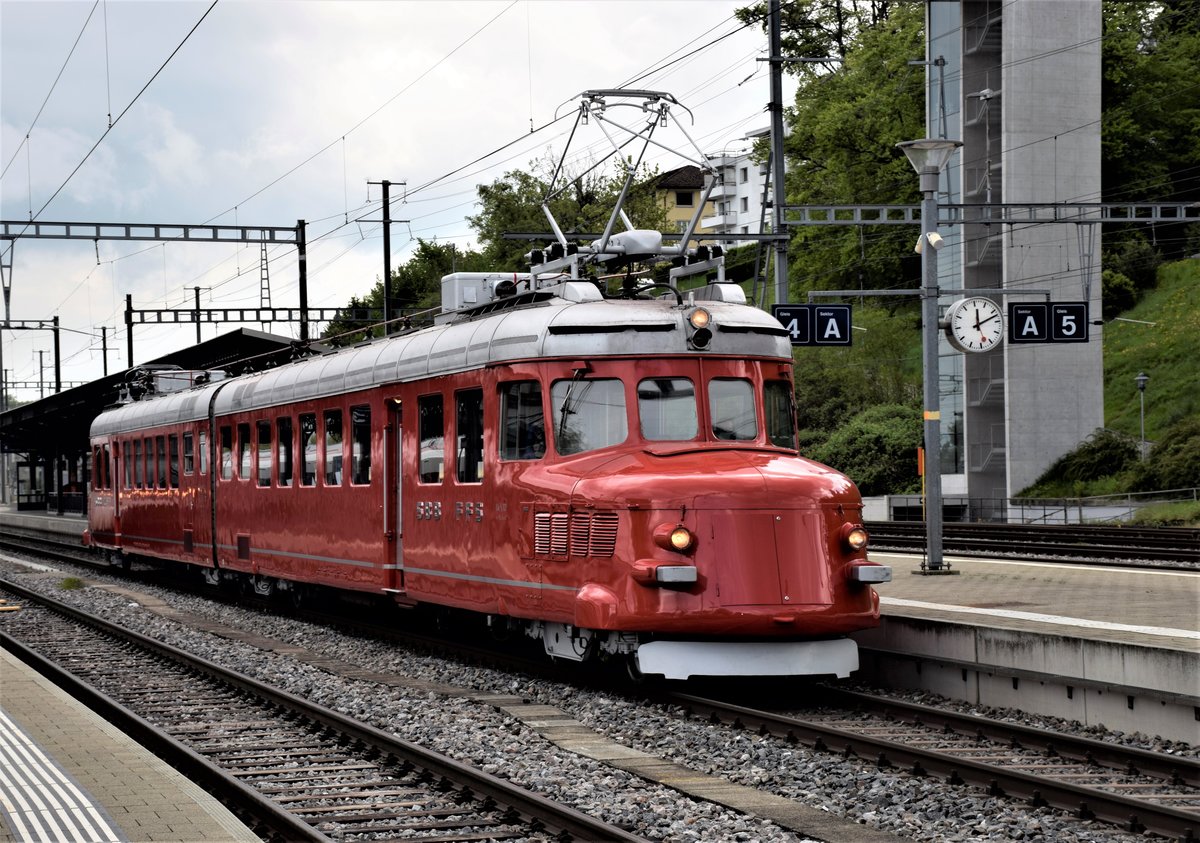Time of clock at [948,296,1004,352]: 12:12
